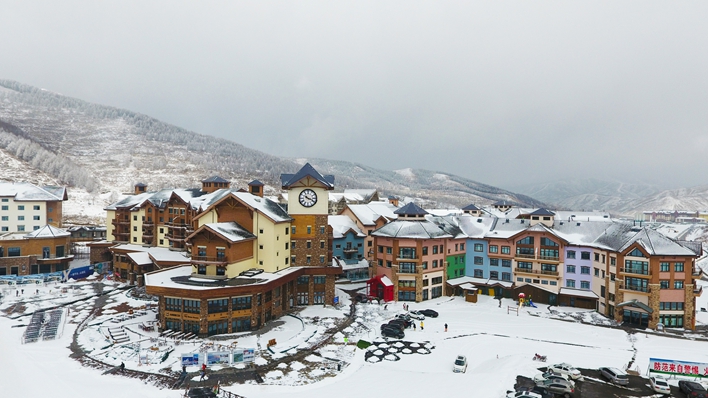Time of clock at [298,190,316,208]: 10:18
